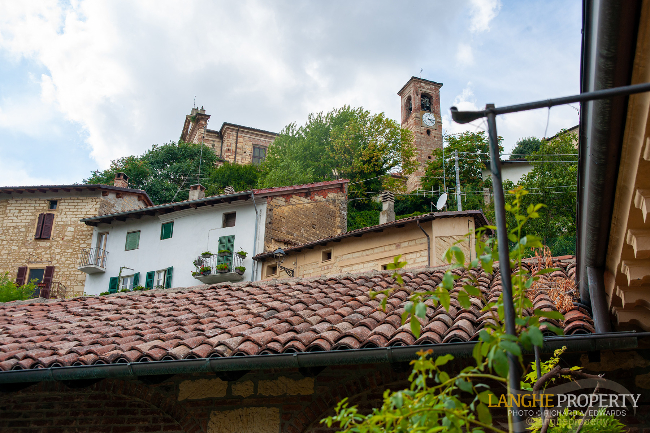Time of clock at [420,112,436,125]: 3:22
